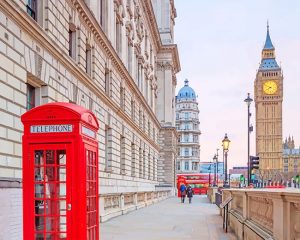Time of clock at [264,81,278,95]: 7:49
